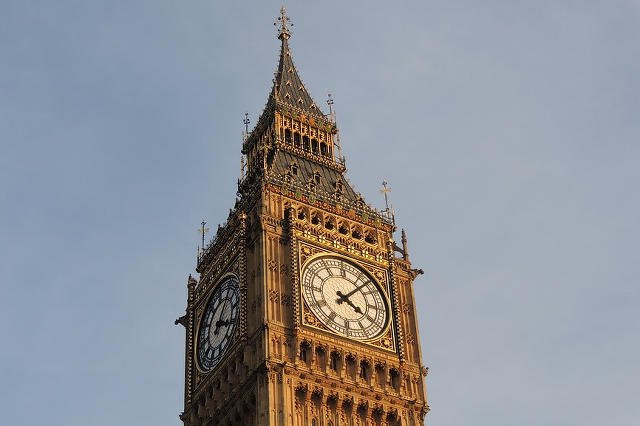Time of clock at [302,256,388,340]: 4:07
